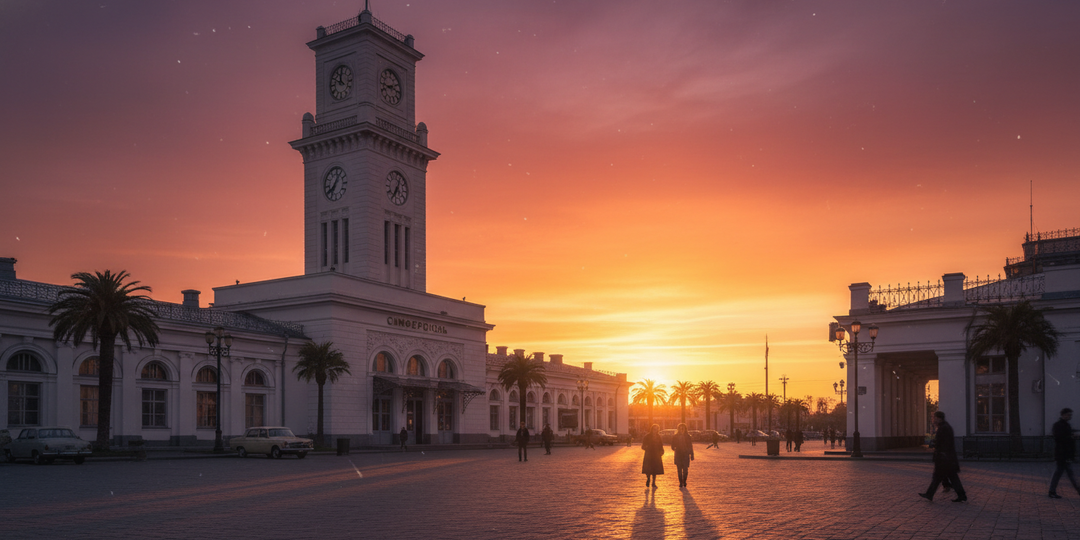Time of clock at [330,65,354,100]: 11:49
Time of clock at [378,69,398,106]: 2:40
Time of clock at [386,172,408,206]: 12:34
